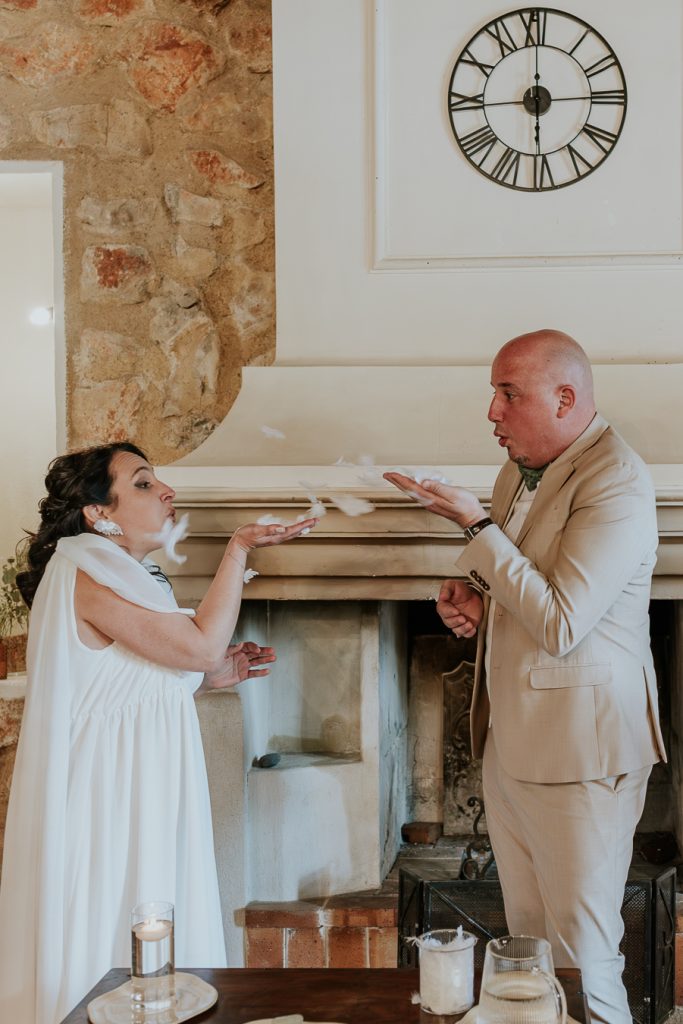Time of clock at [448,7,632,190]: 5:59
